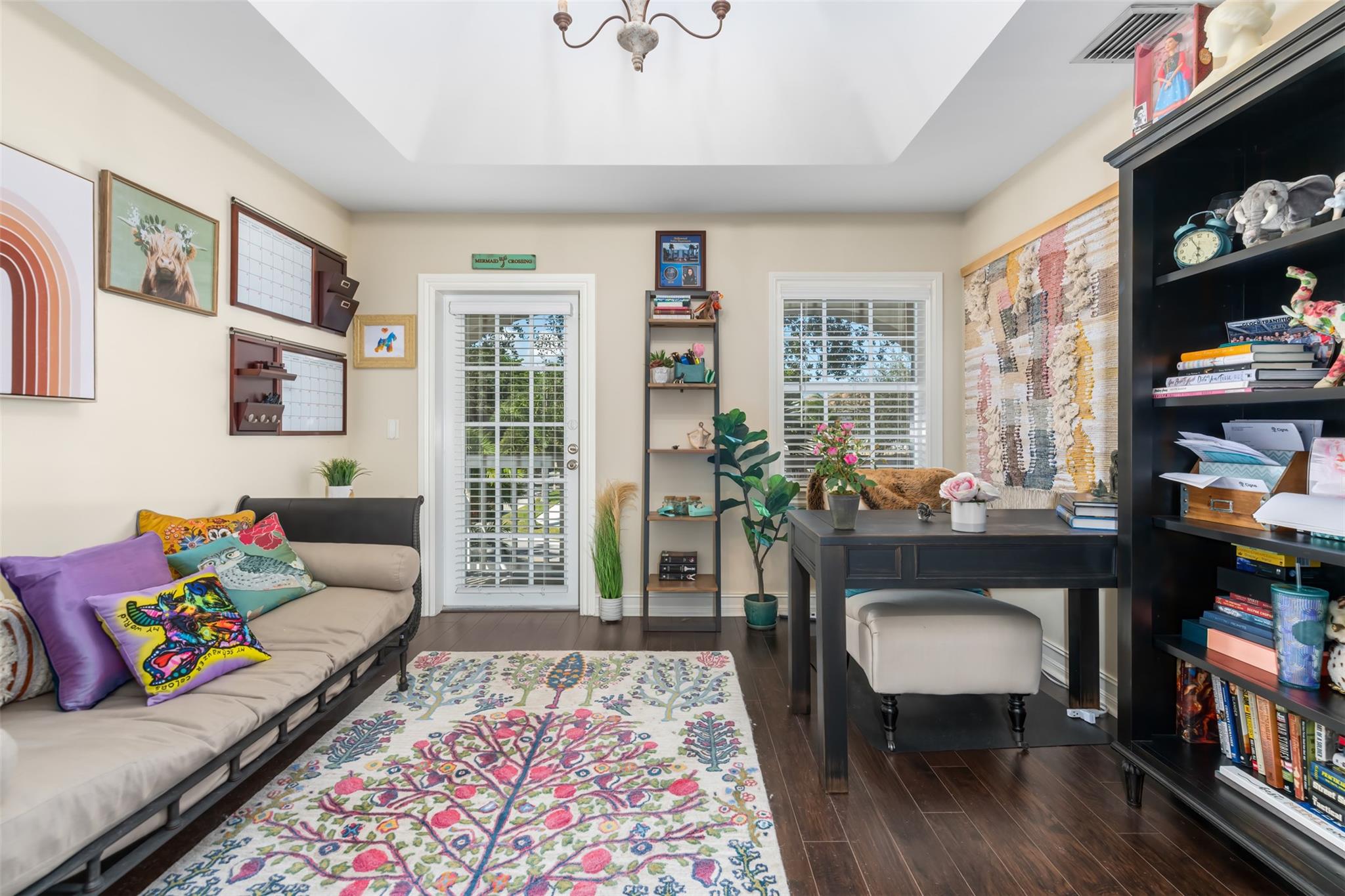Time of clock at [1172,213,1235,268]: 5:55
